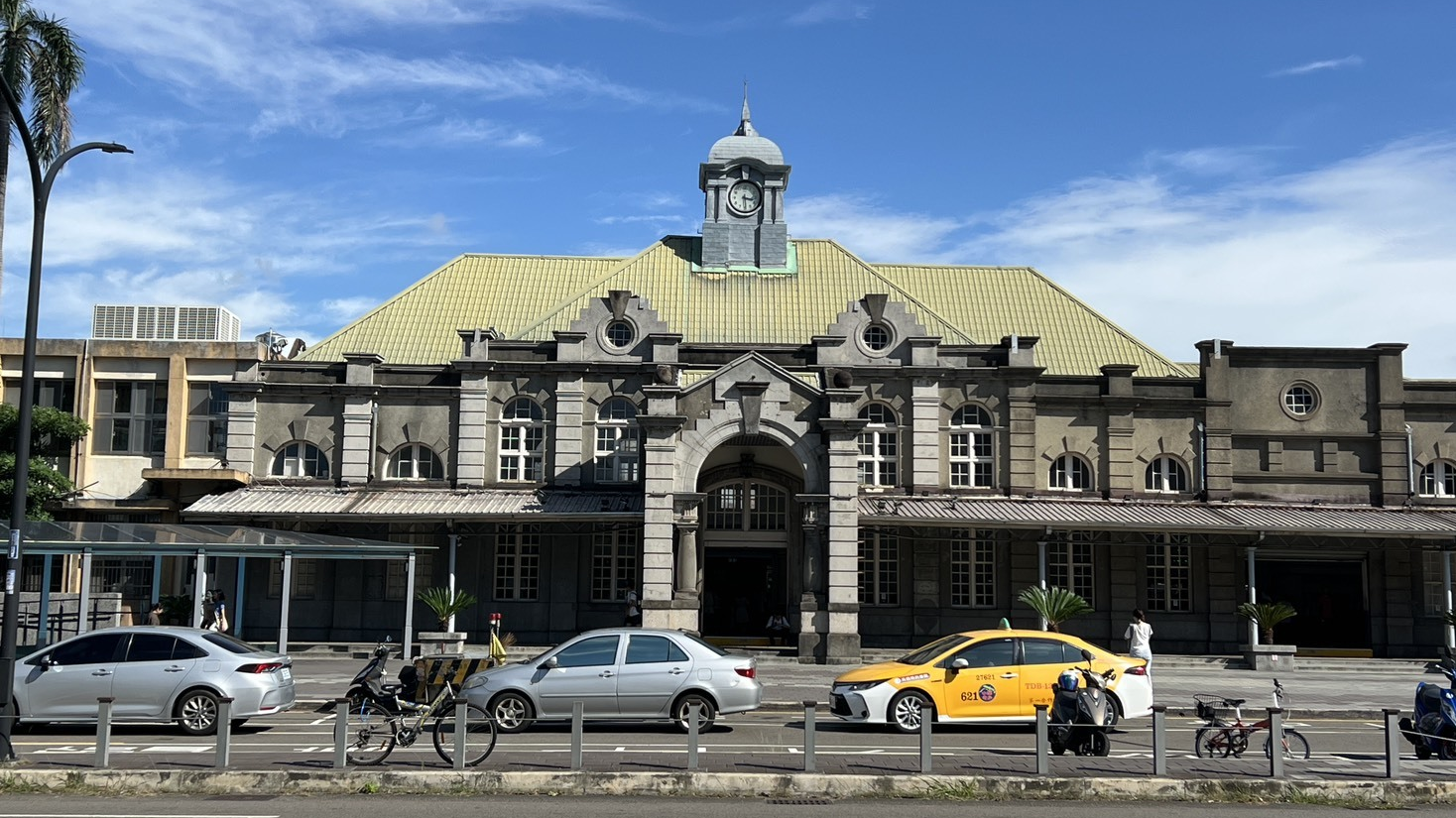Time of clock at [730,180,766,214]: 3:29
